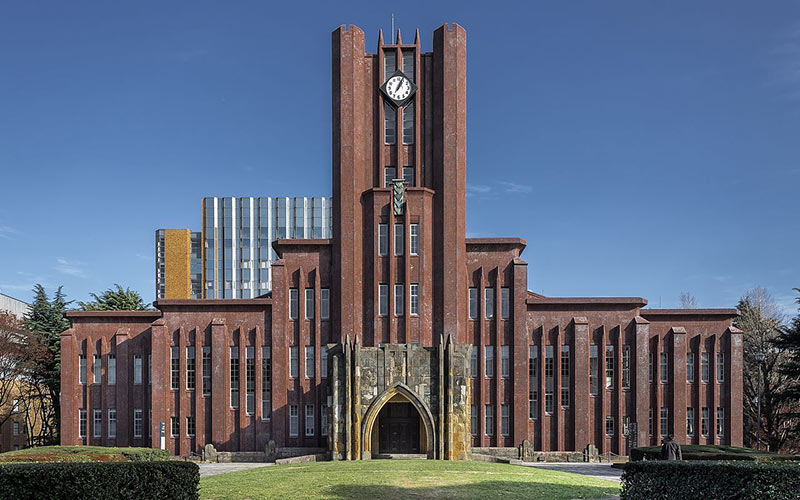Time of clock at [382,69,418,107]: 1:05
